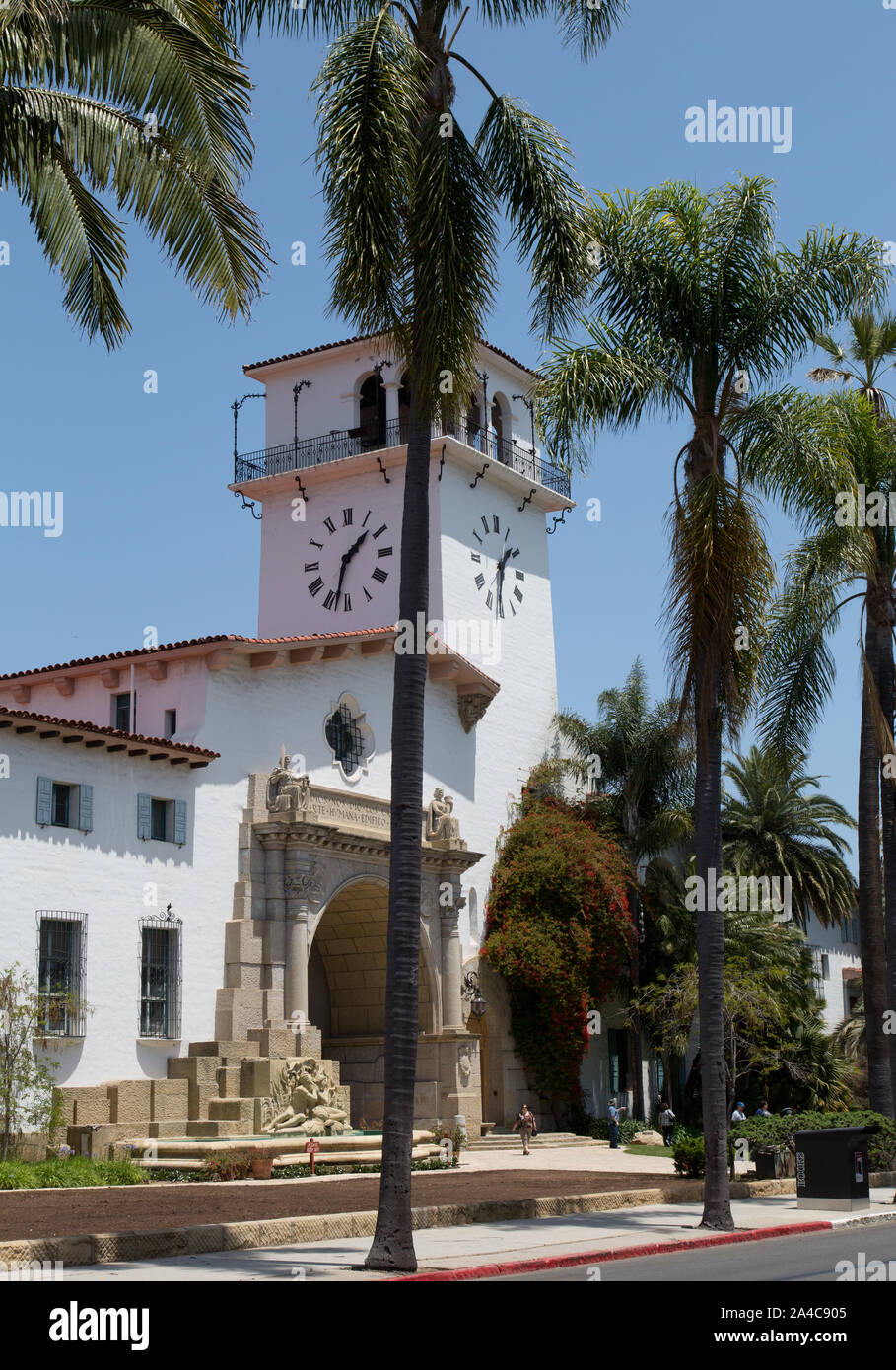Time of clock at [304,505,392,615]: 1:32
